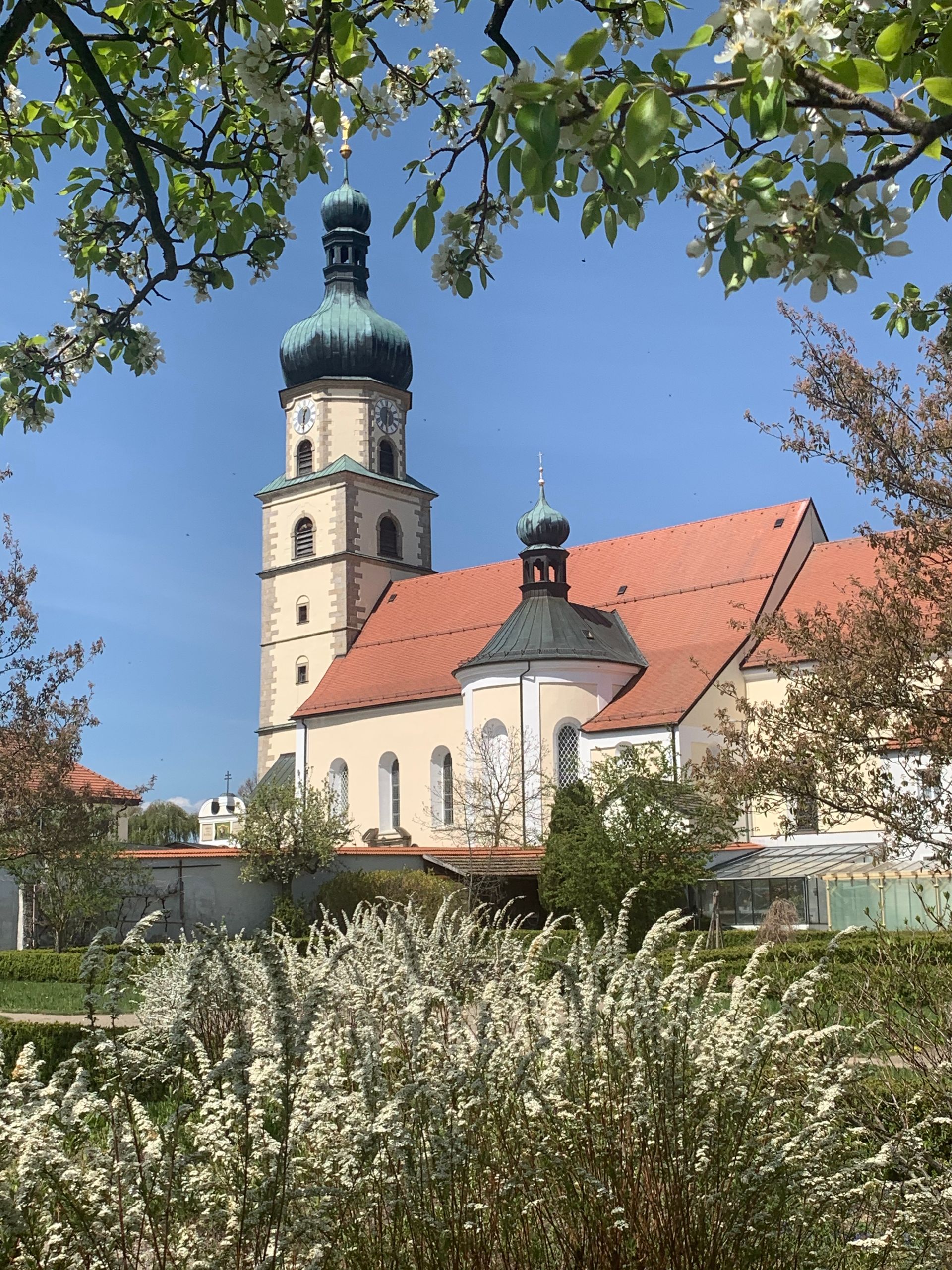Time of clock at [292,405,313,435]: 12:30
